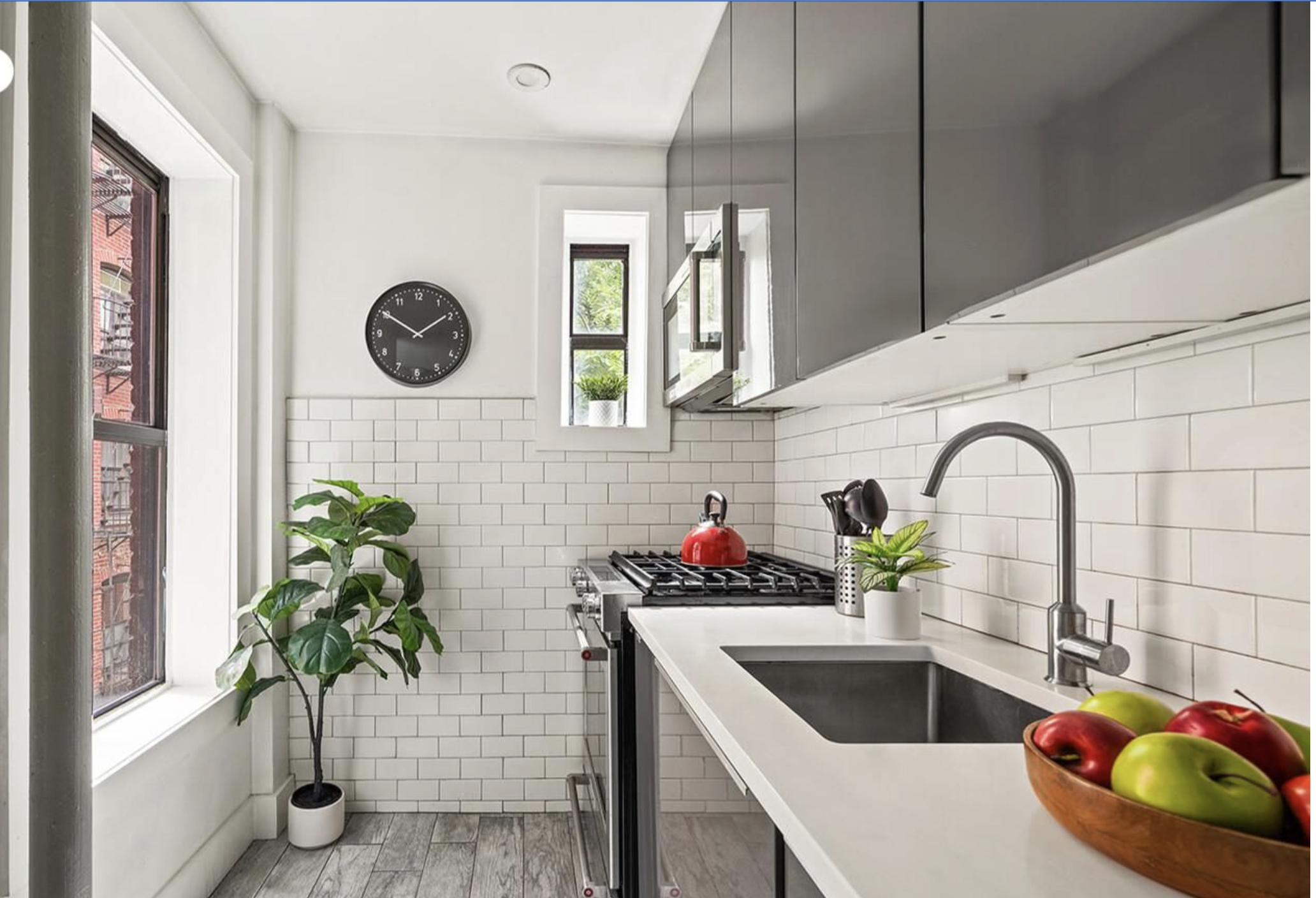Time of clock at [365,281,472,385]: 1:50
